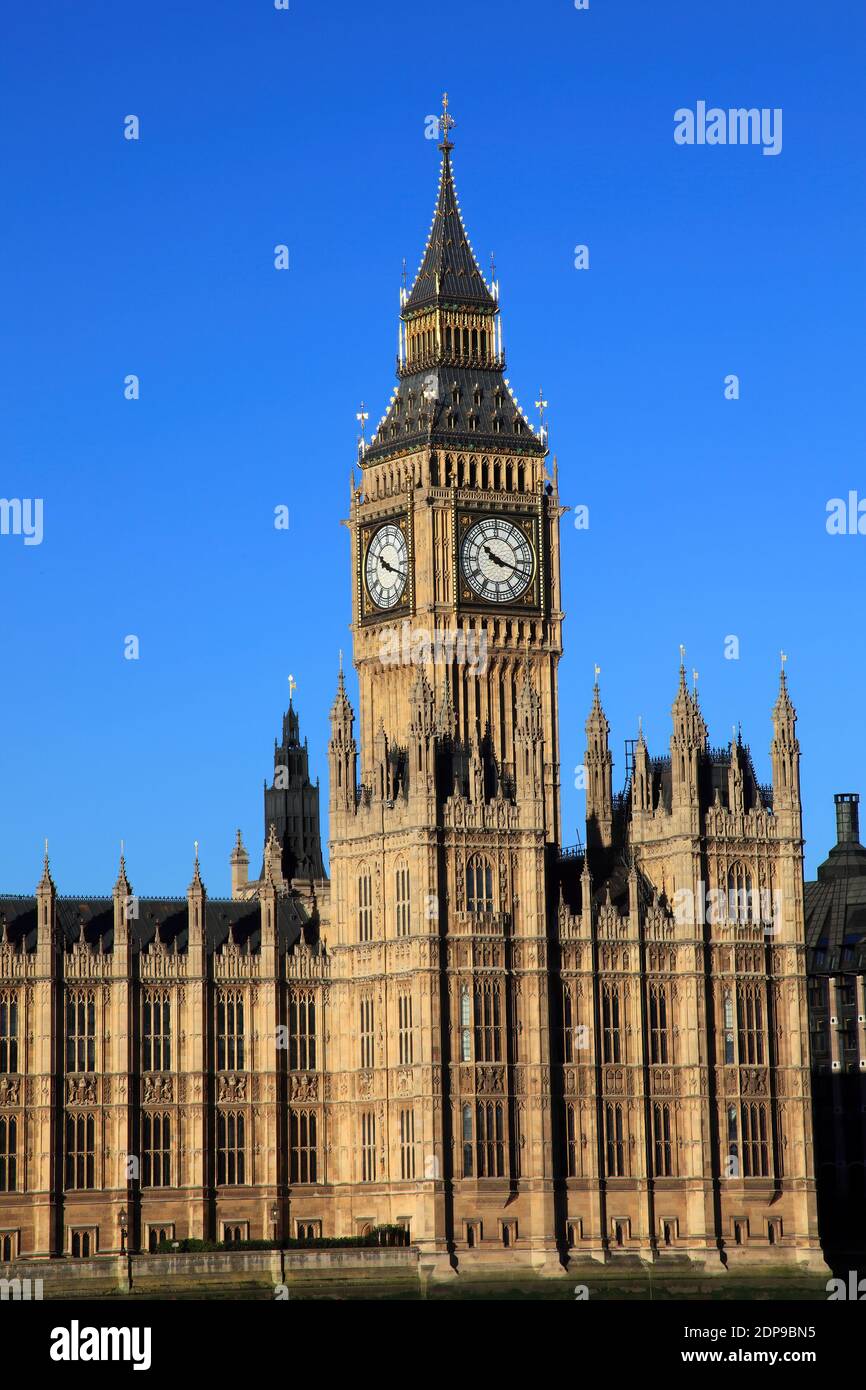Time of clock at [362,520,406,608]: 10:18
